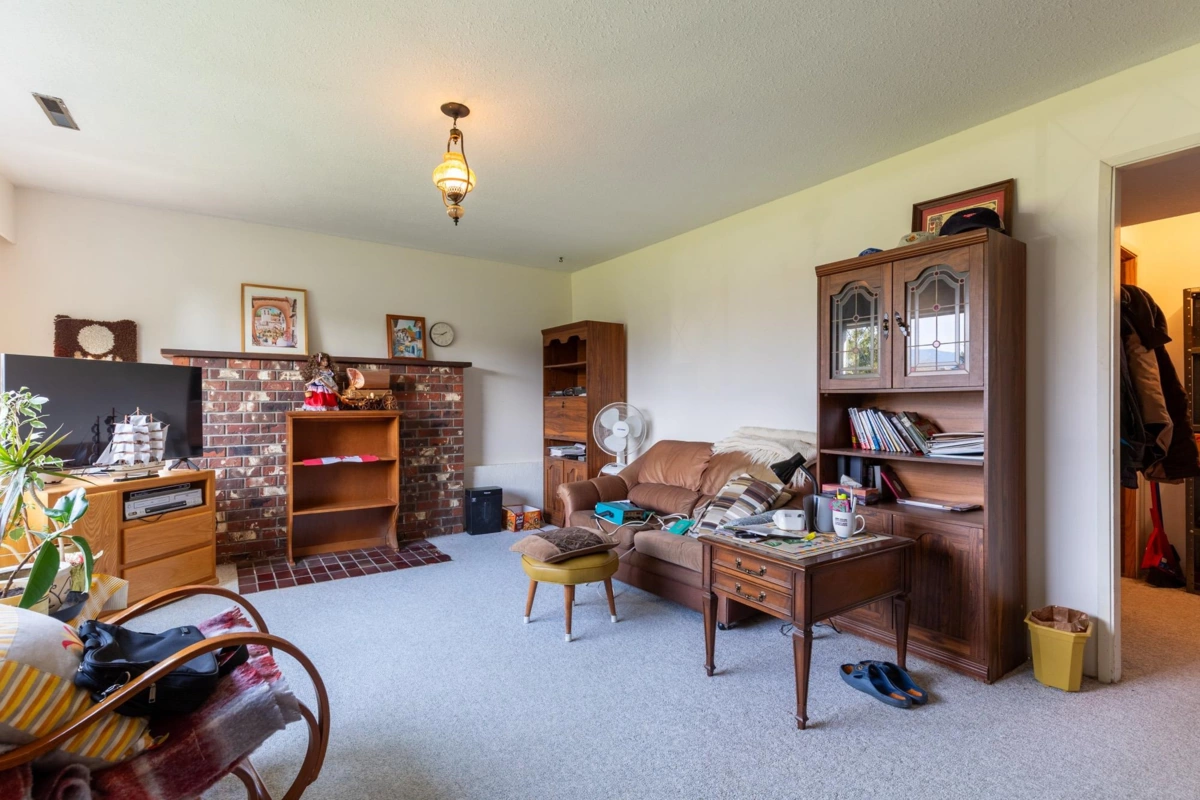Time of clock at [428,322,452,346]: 1:45
